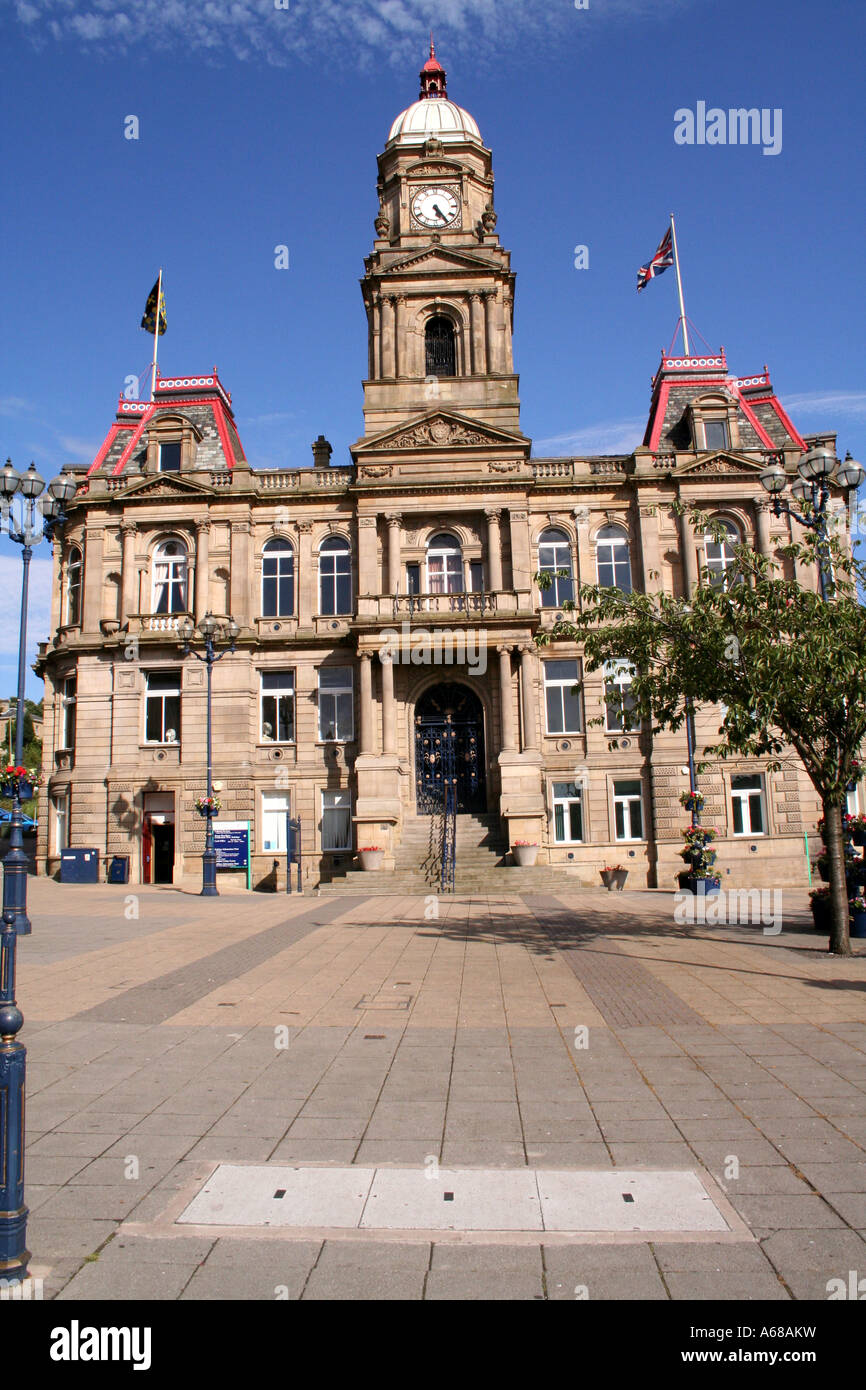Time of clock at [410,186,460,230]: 5:24
